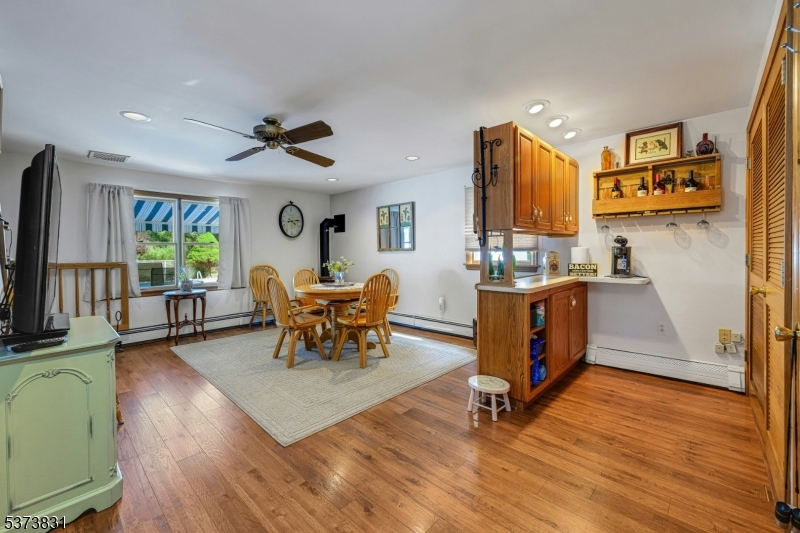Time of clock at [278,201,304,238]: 4:13
